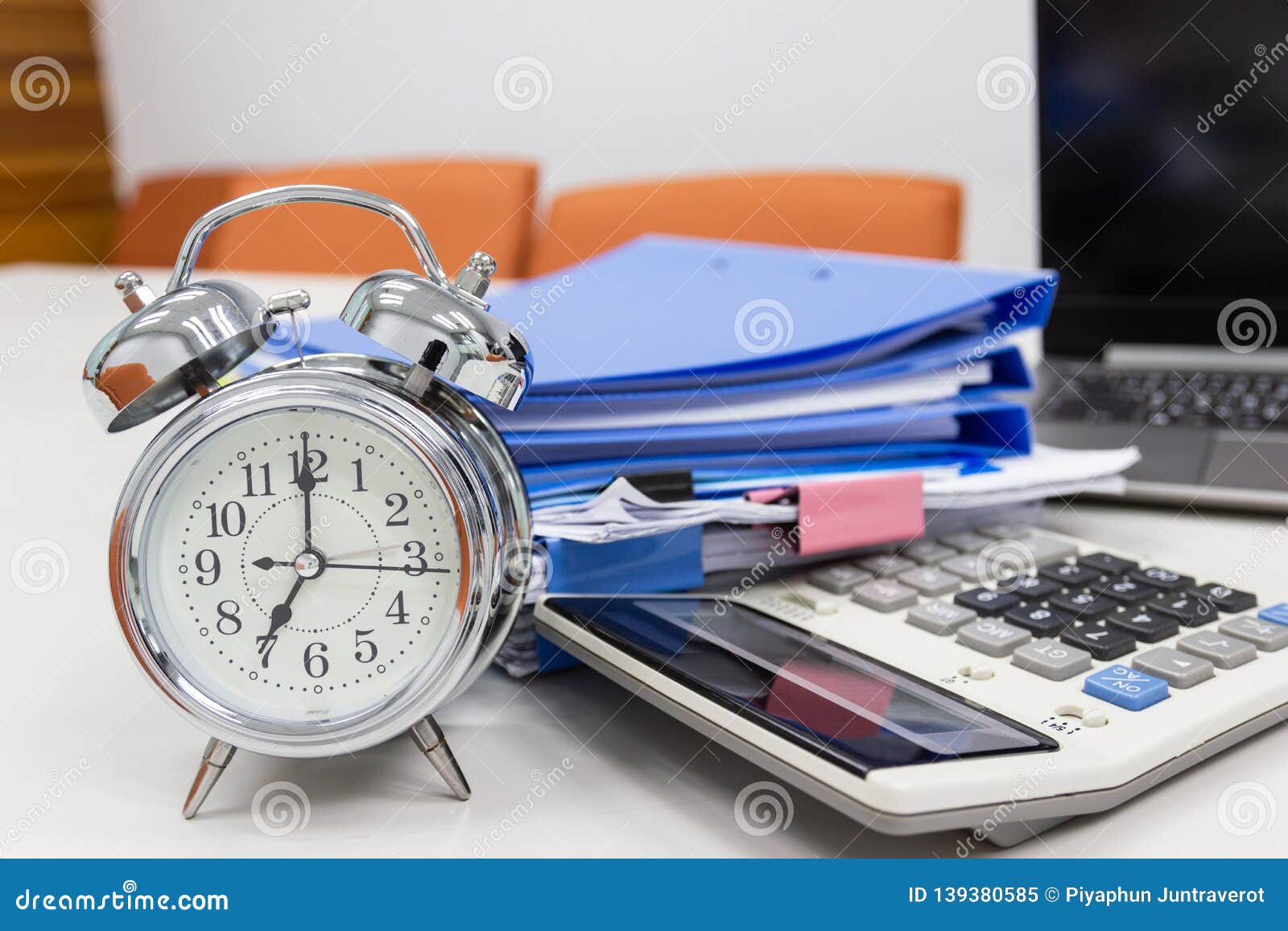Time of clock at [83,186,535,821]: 7:00
